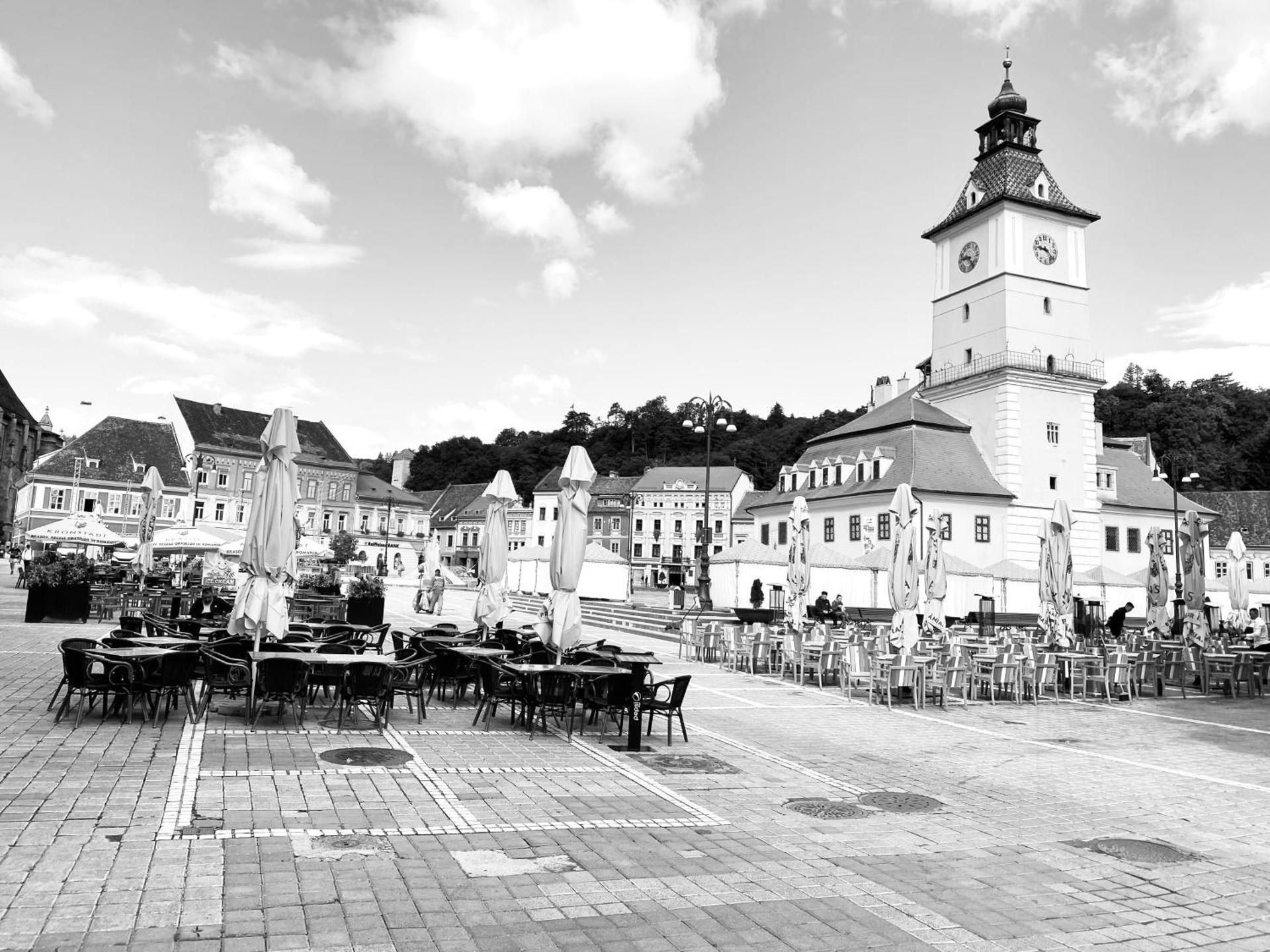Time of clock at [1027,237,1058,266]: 9:22
